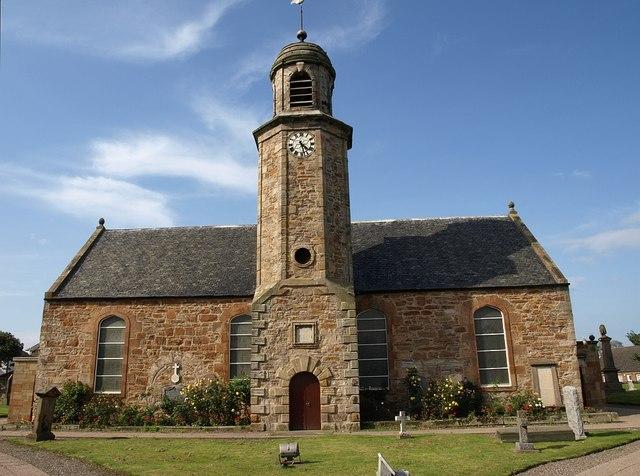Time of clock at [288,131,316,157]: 4:27
